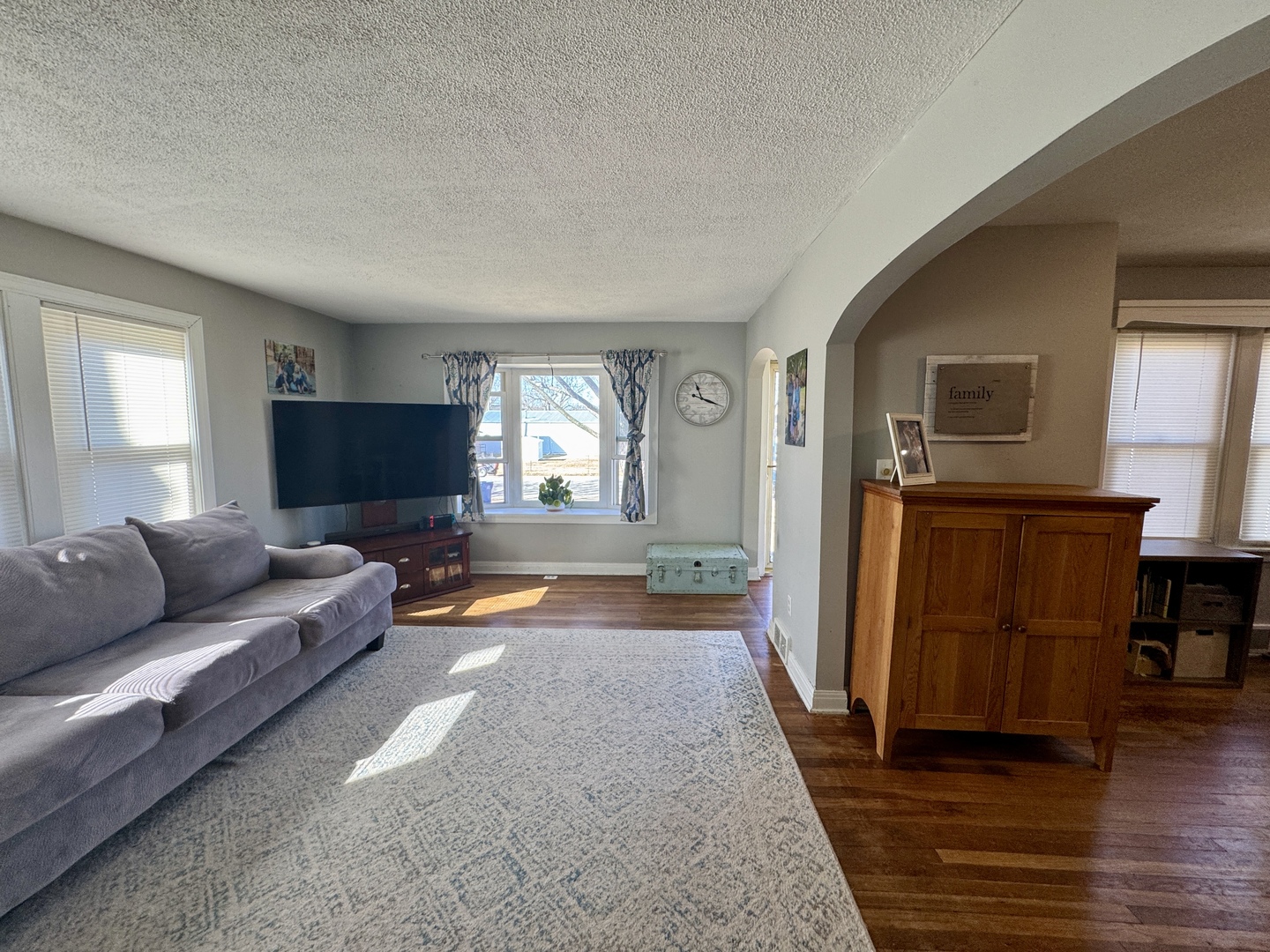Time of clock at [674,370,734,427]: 11:18
